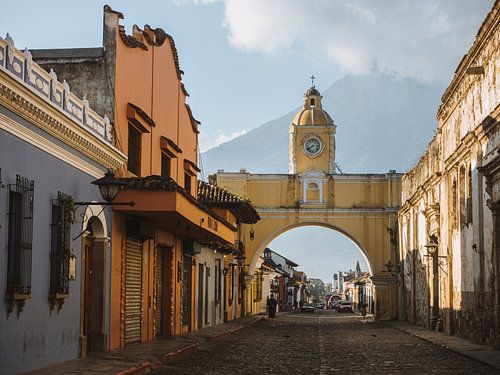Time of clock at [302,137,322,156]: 7:40
